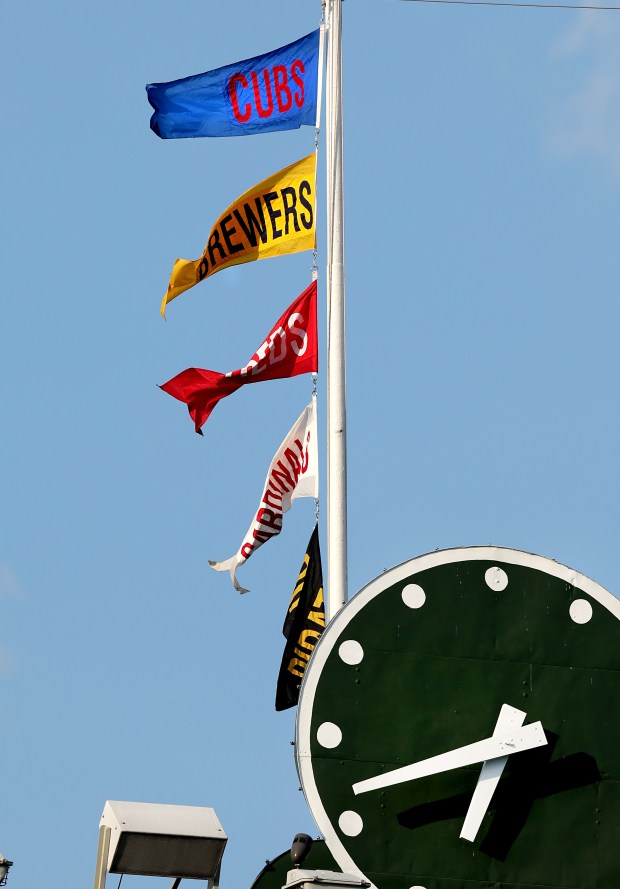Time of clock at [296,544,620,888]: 6:41
